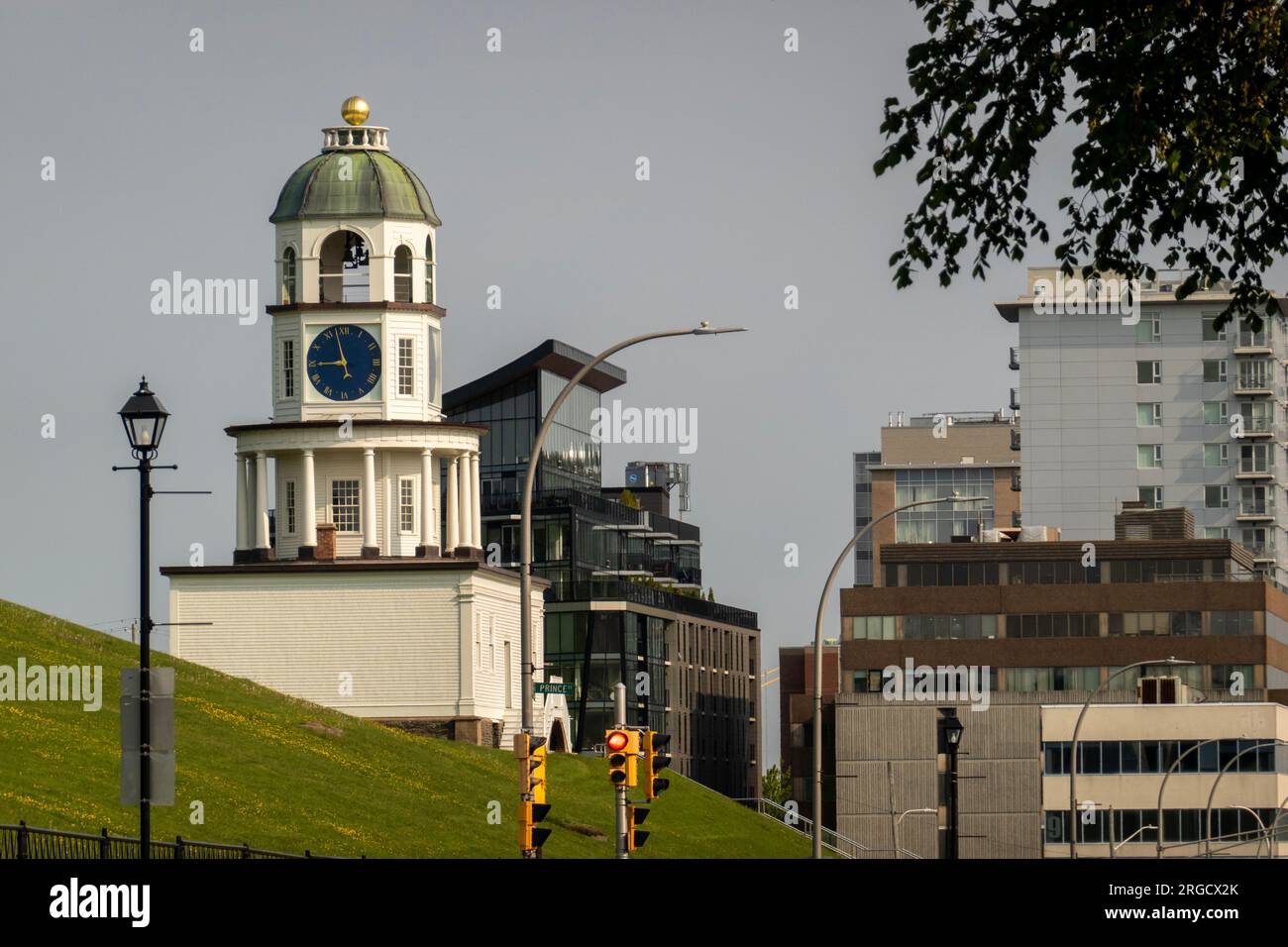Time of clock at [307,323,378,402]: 8:57
